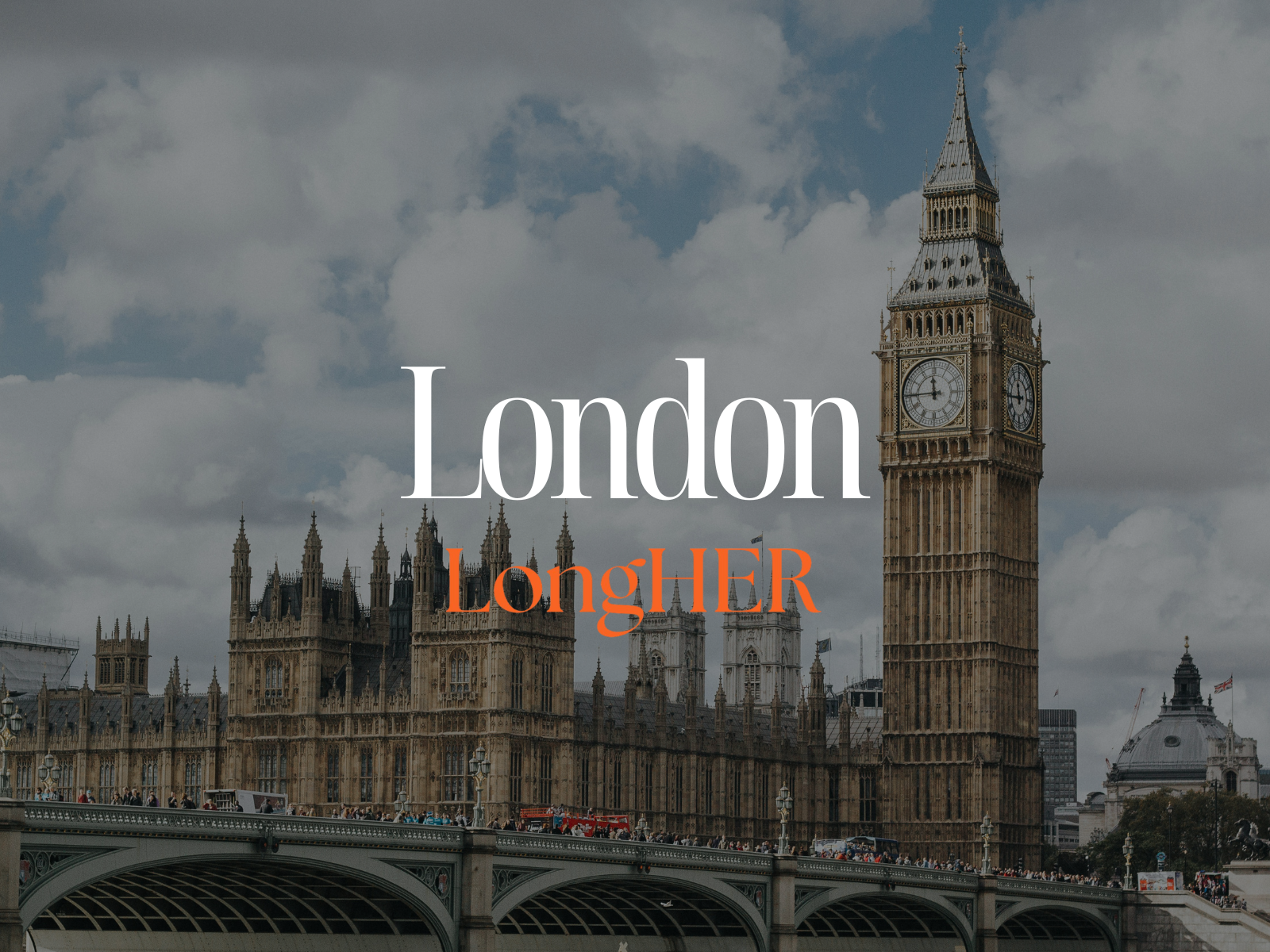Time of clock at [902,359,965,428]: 11:44
